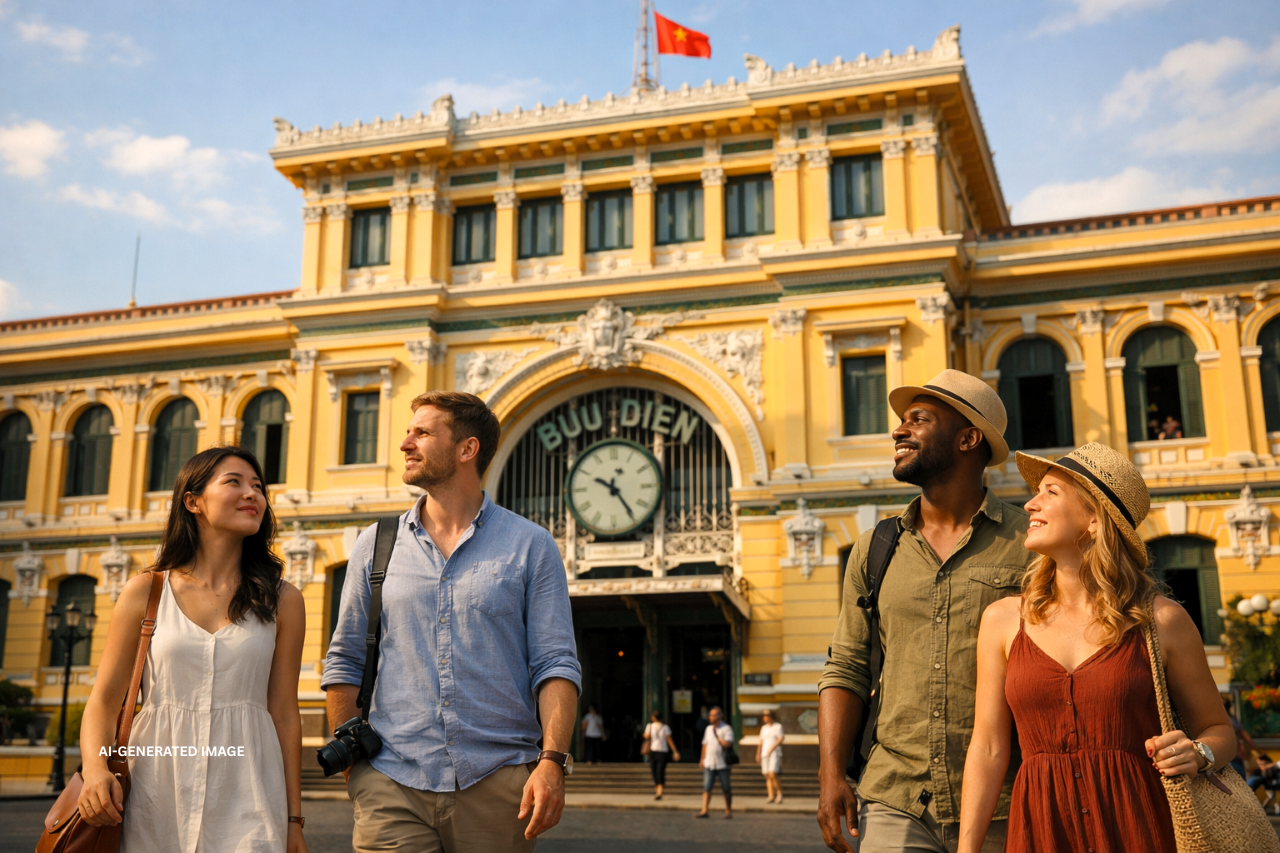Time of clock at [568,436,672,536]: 10:24
